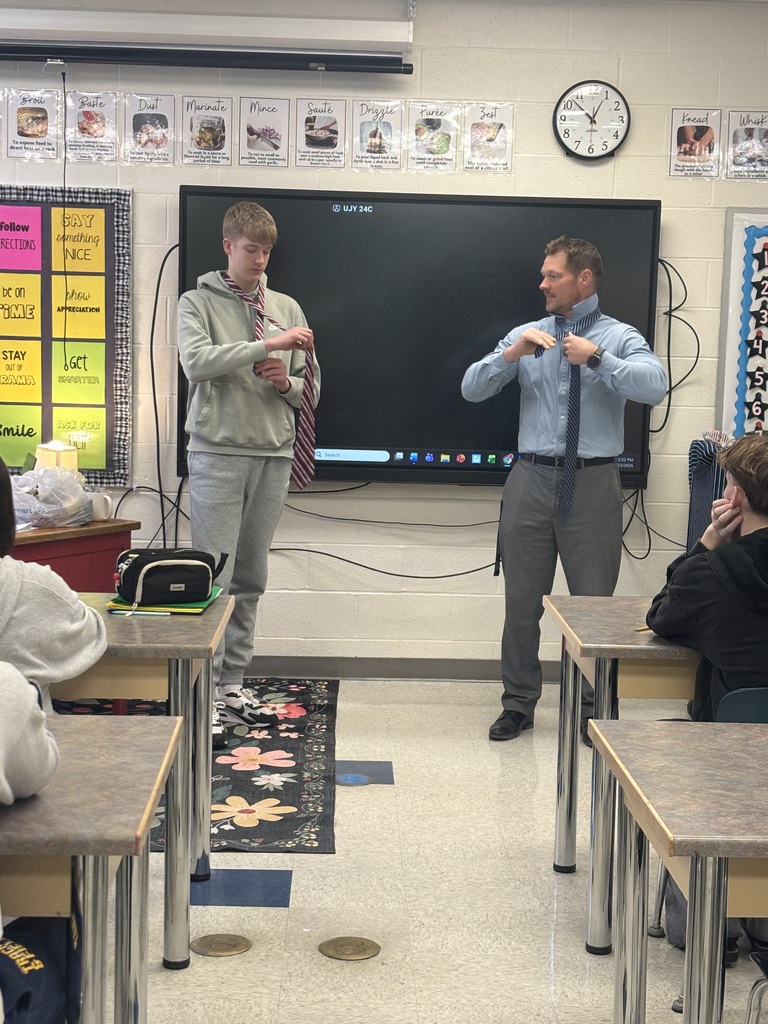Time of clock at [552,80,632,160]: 12:52
